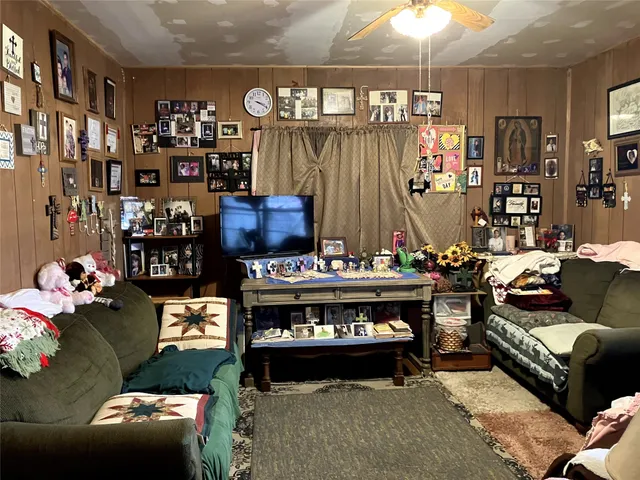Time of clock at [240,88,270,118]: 3:19
